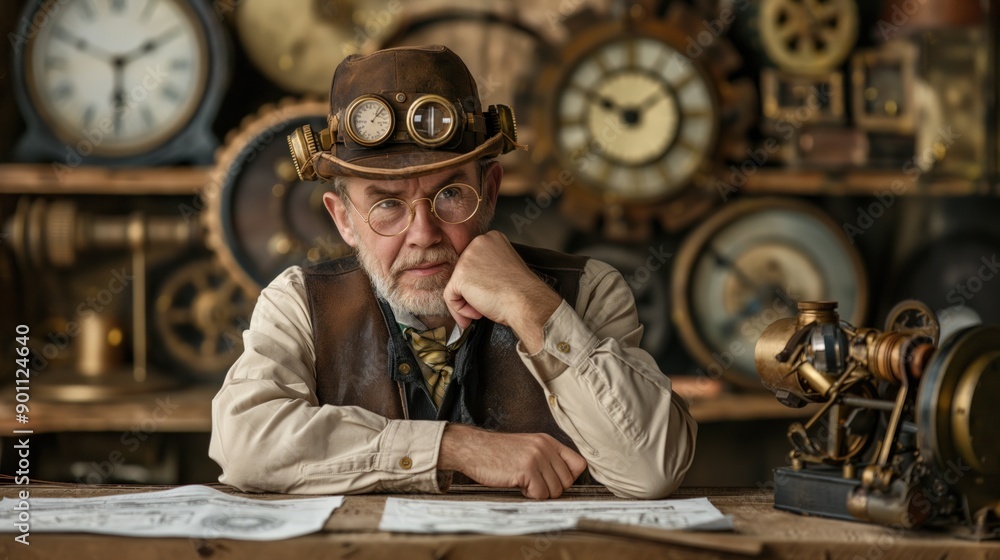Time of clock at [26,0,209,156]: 5:49
